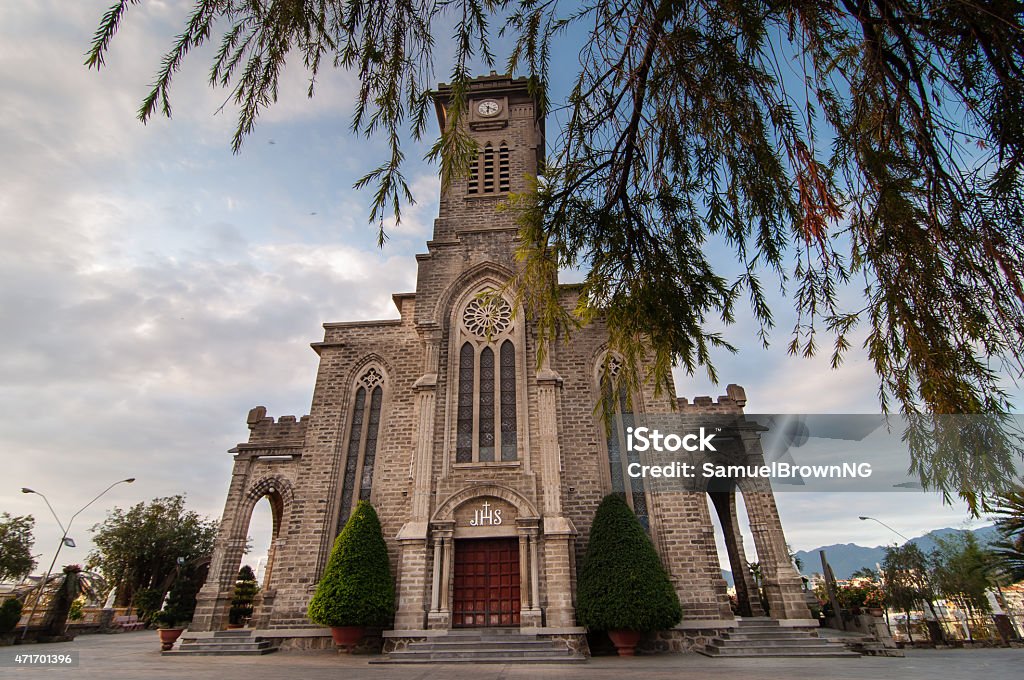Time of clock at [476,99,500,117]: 6:18
